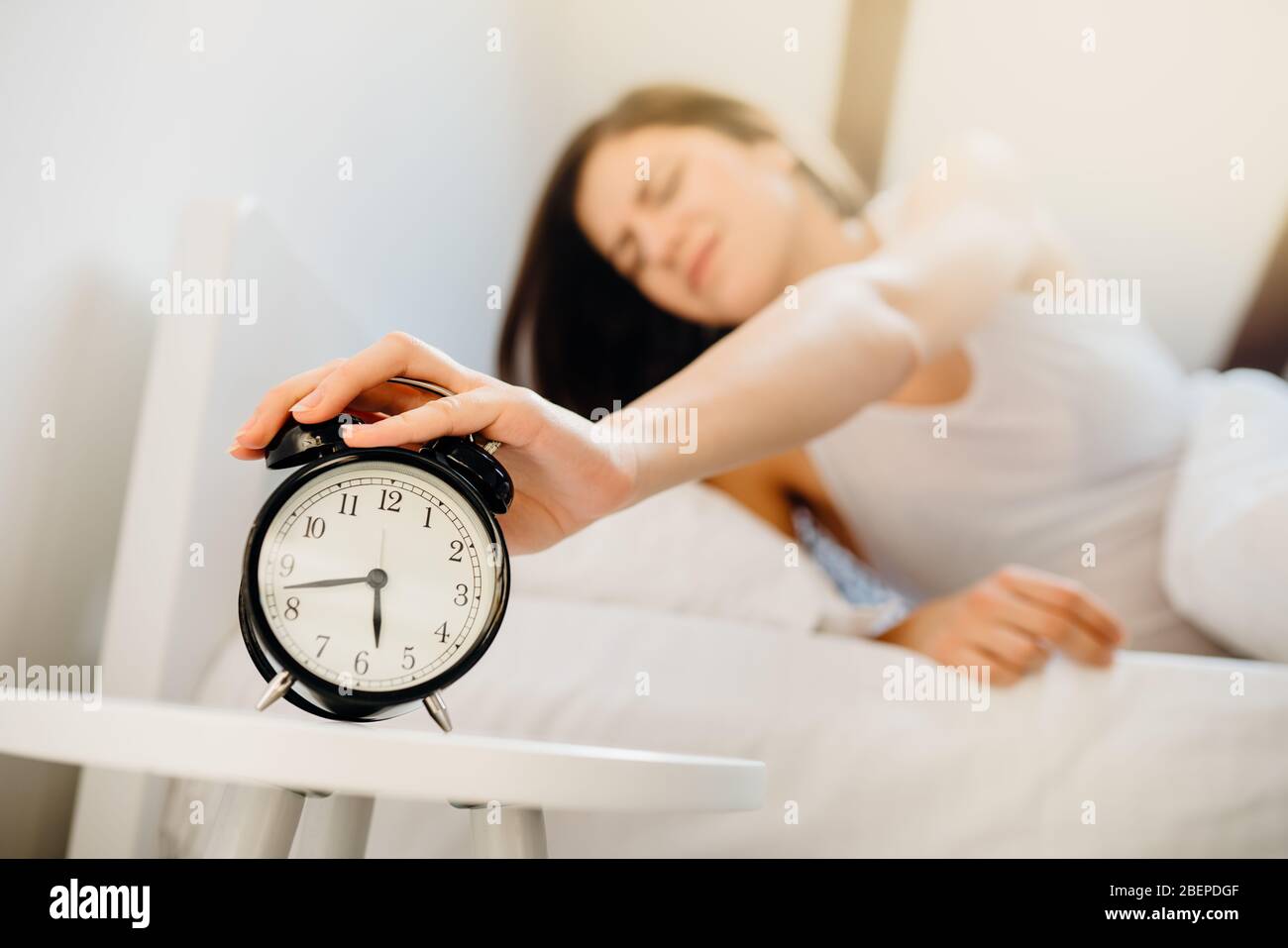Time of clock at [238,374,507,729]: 5:42
